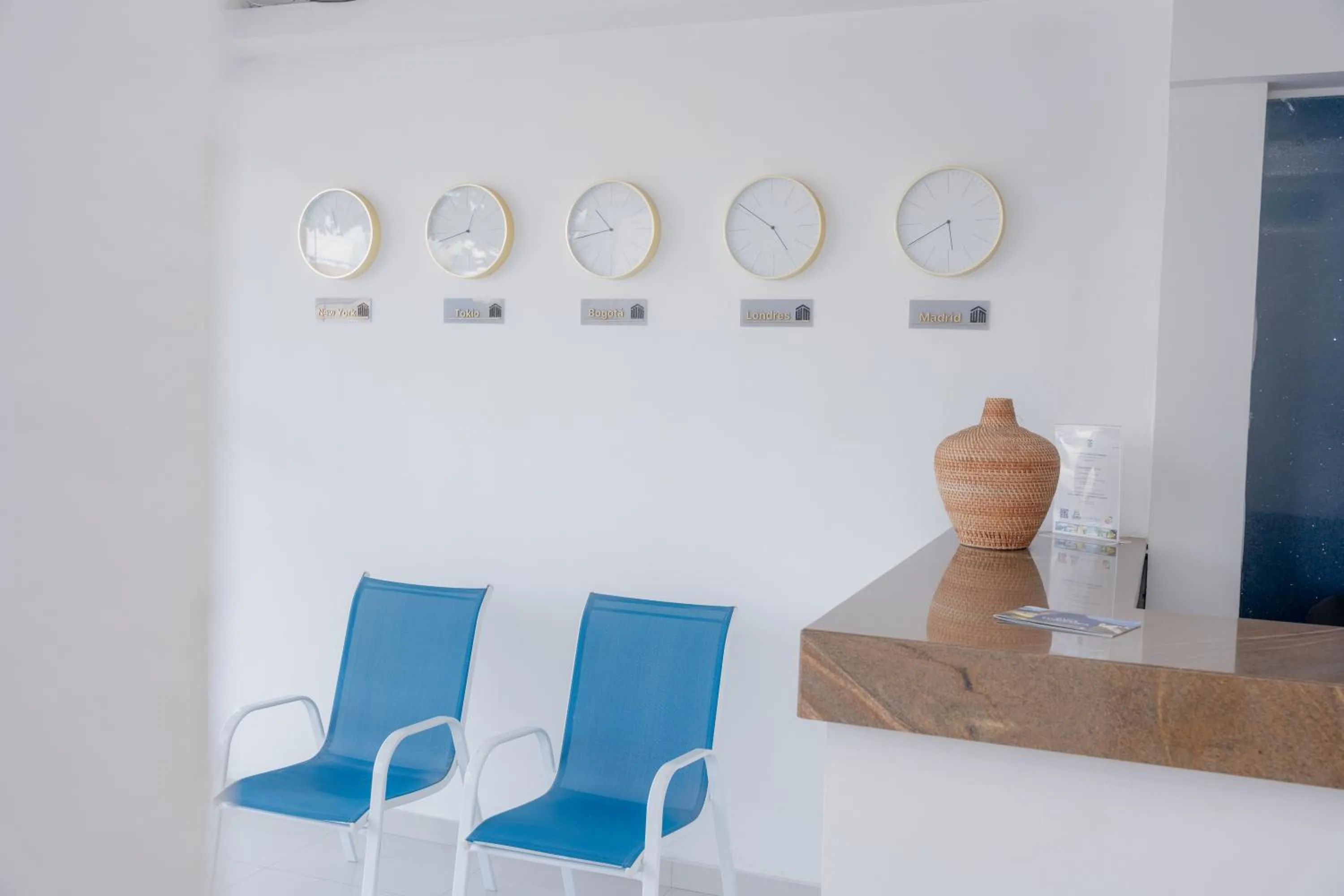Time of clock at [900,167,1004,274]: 5:40
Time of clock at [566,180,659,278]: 10:43
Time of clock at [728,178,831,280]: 4:50
